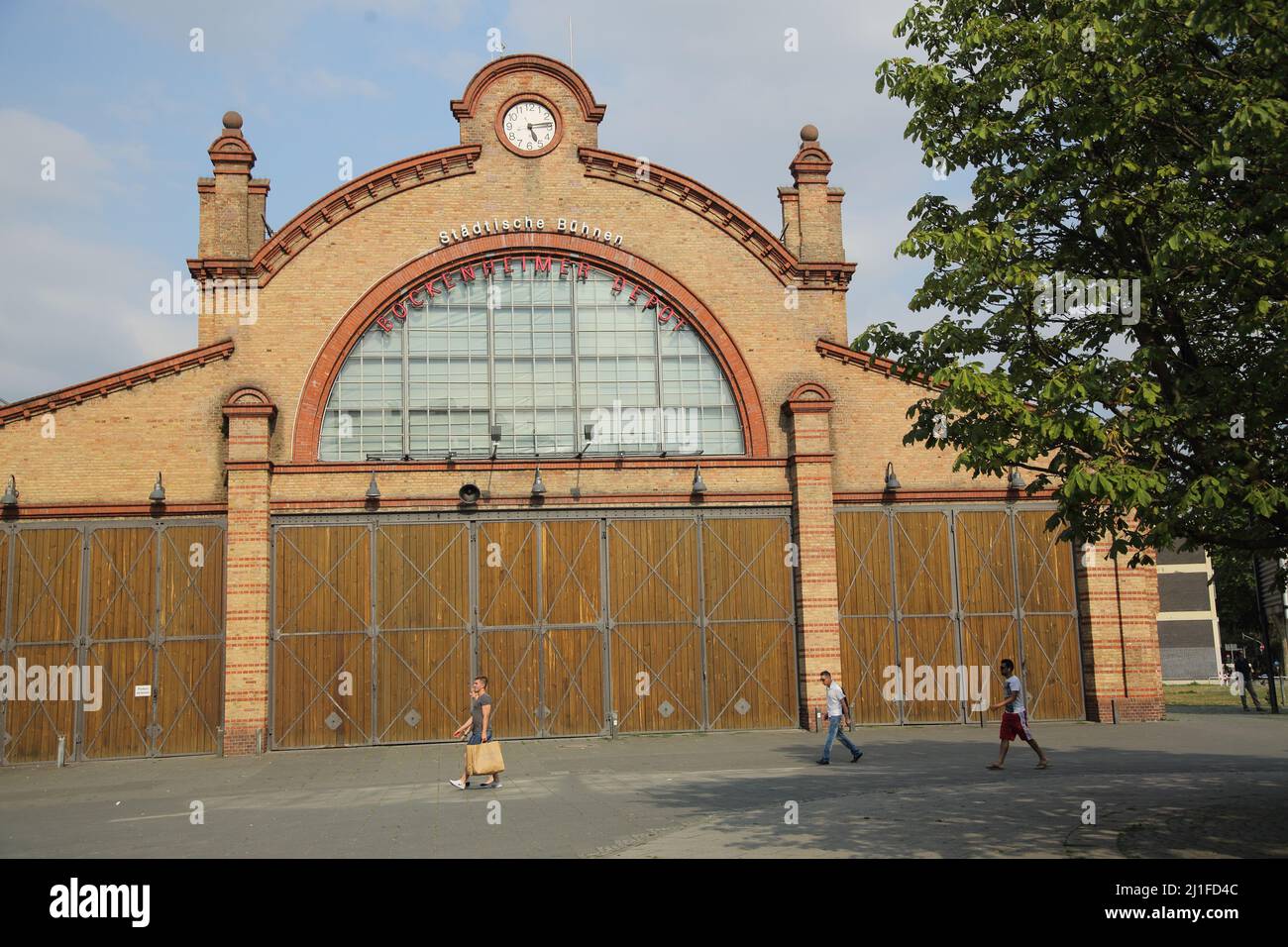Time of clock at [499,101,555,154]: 5:13
